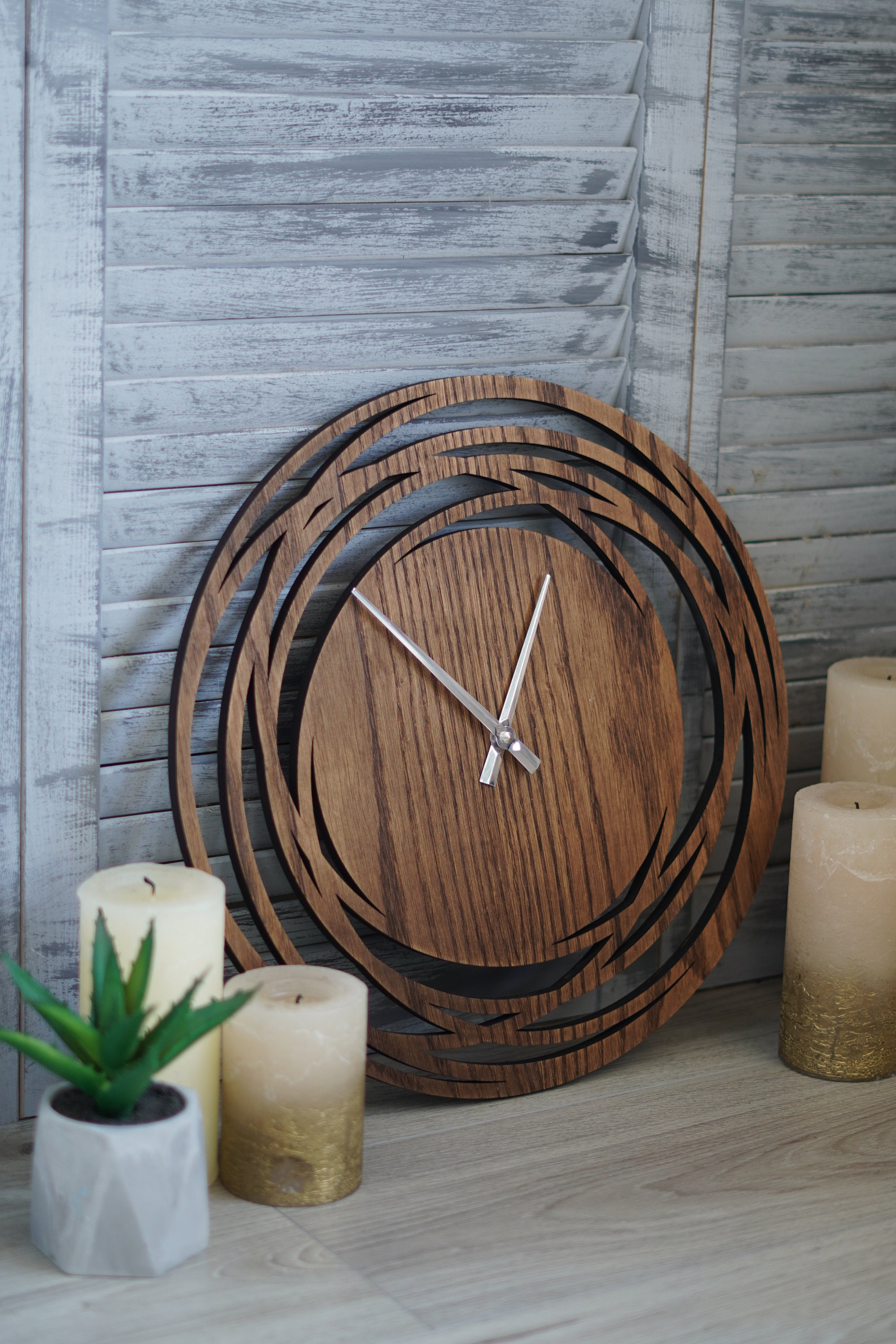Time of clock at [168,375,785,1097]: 12:51
